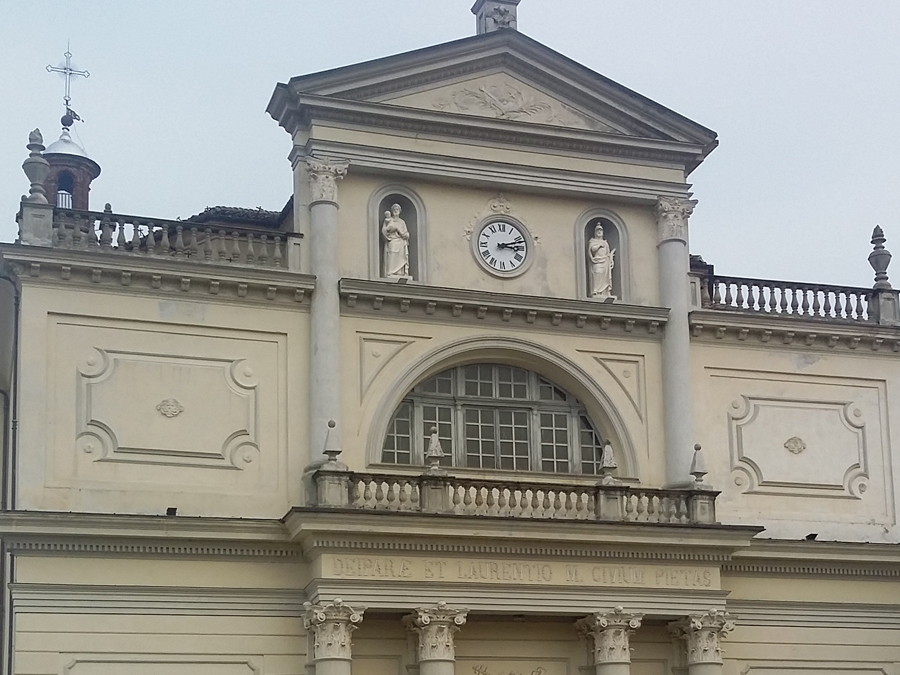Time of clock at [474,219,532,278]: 3:12
